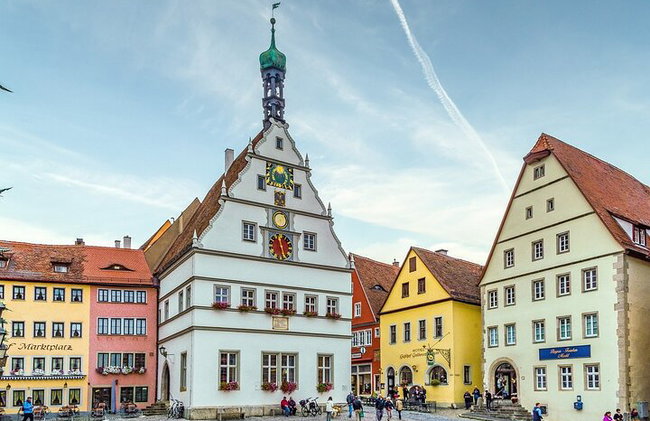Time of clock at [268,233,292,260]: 11:28
